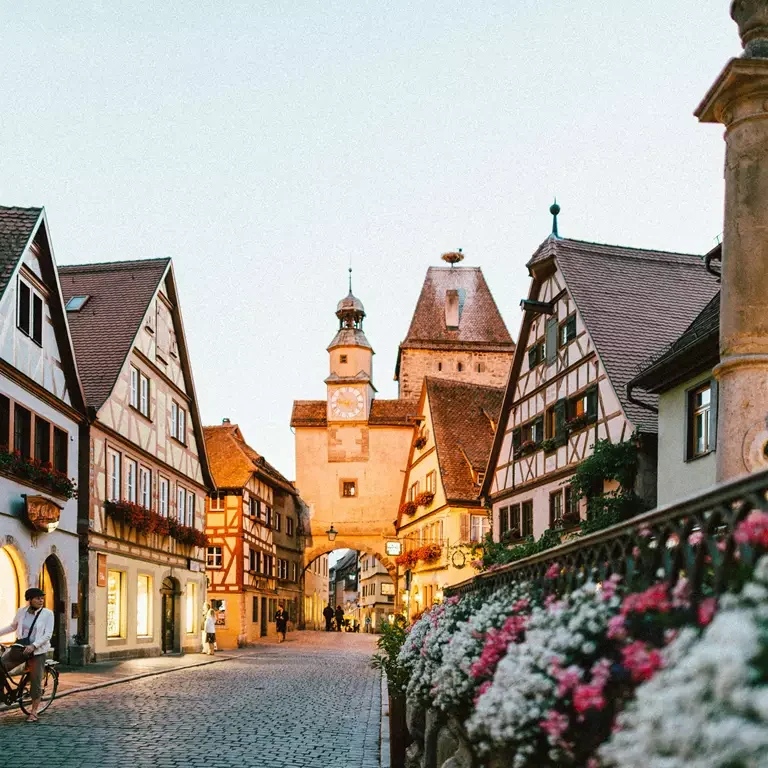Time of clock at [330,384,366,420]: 9:15
